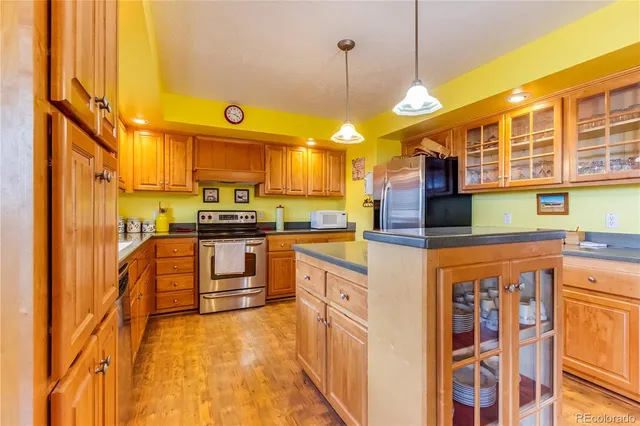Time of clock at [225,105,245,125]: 3:46
